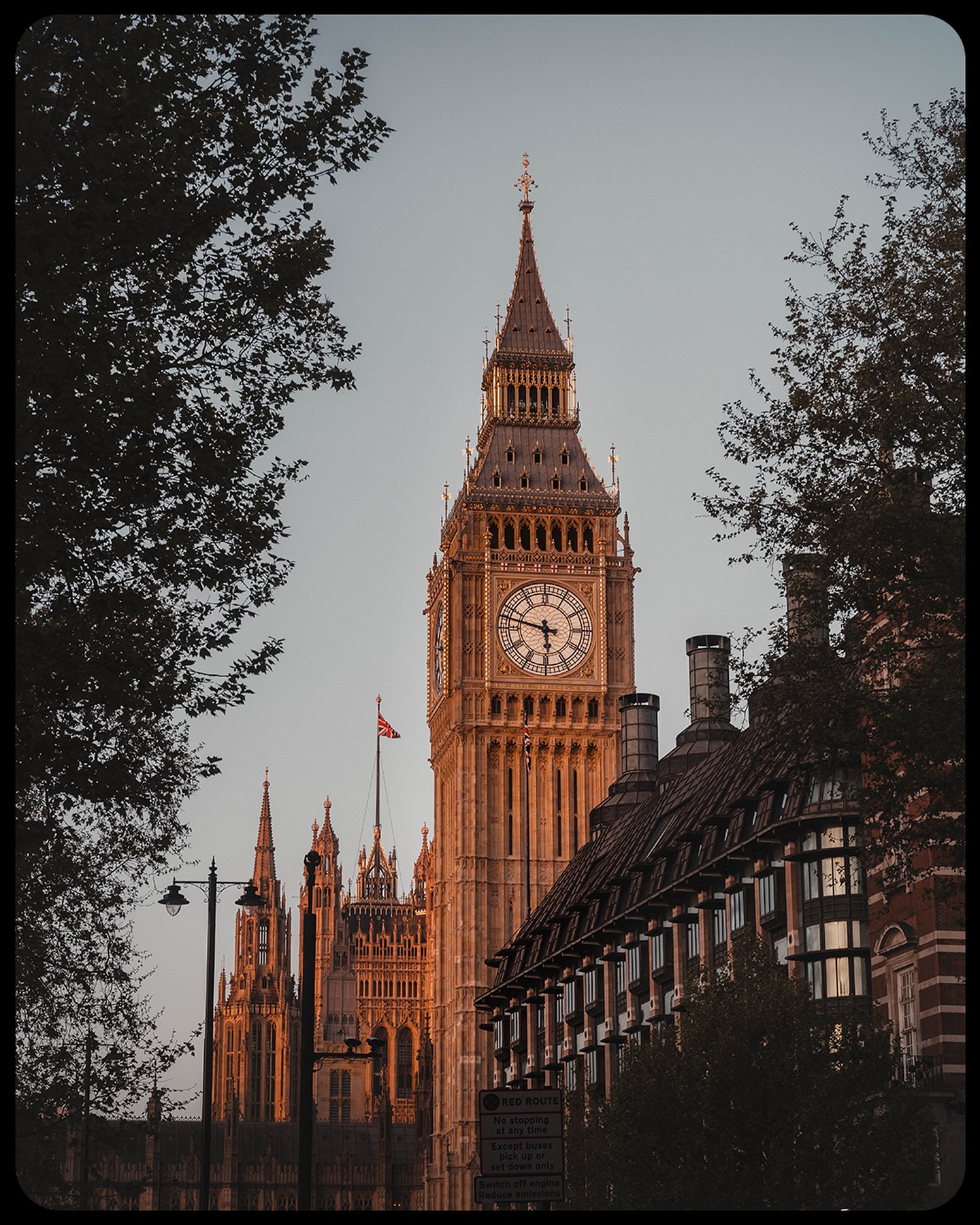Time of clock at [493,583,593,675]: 5:47
